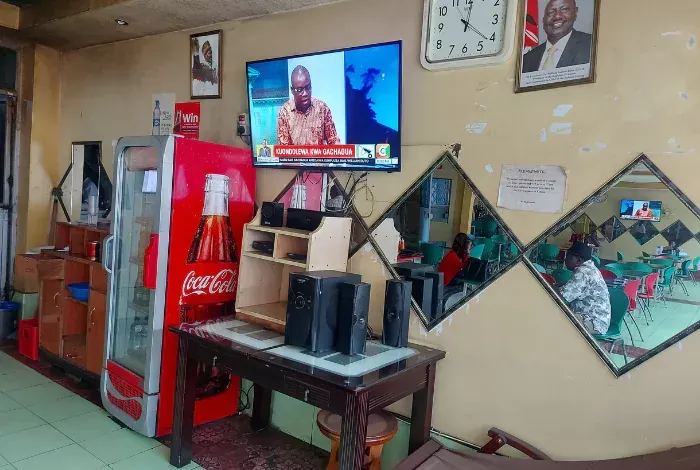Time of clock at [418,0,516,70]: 12:21
